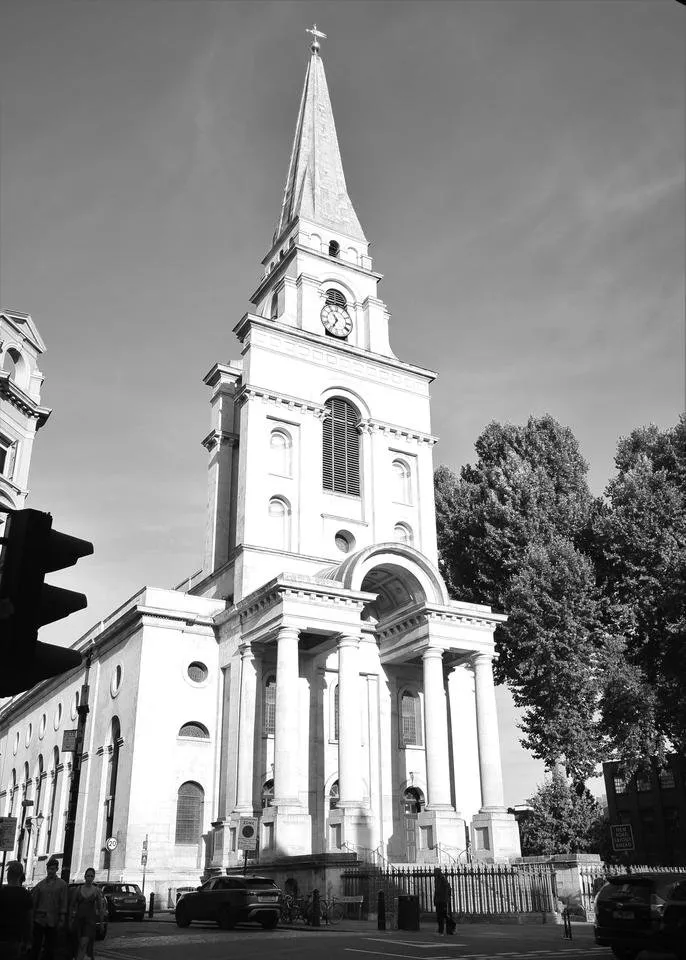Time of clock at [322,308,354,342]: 6:54
